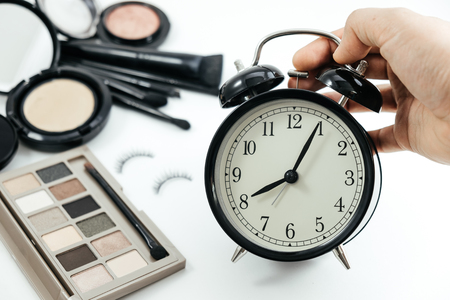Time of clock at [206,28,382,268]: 8:04
